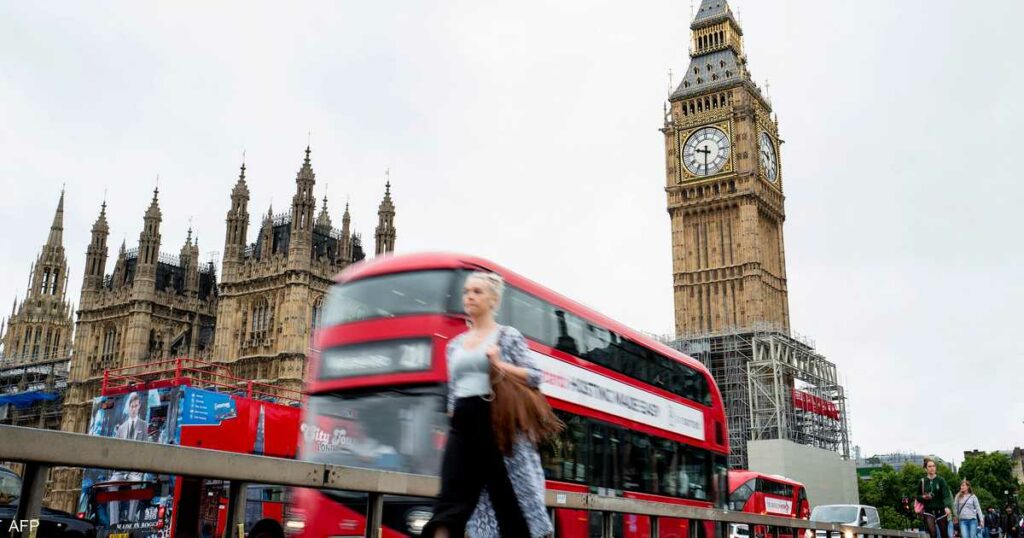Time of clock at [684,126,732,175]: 9:31
